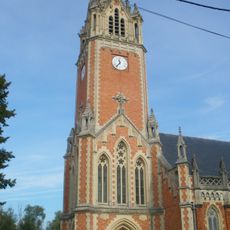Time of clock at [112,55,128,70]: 11:36
